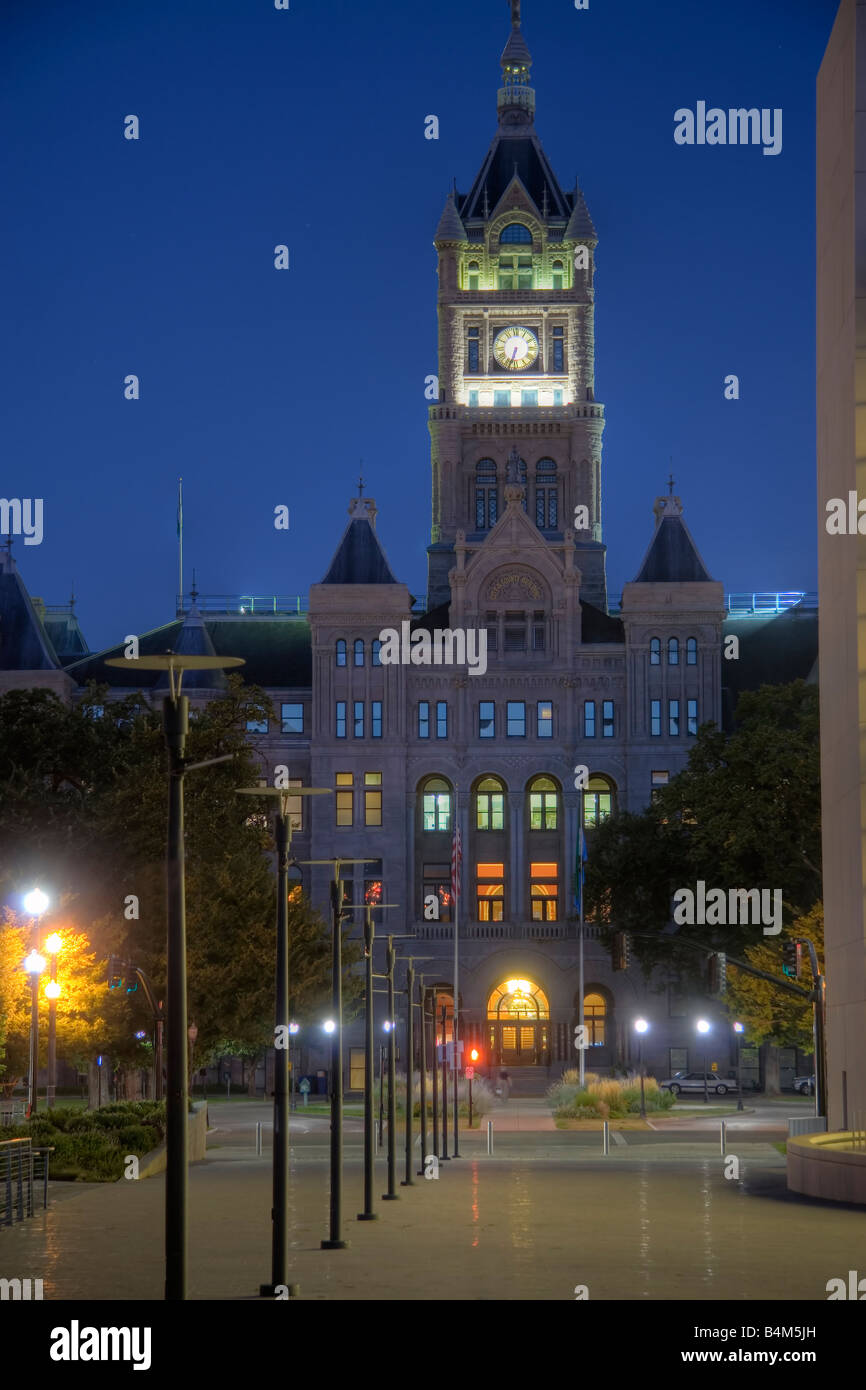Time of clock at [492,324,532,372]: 6:33
